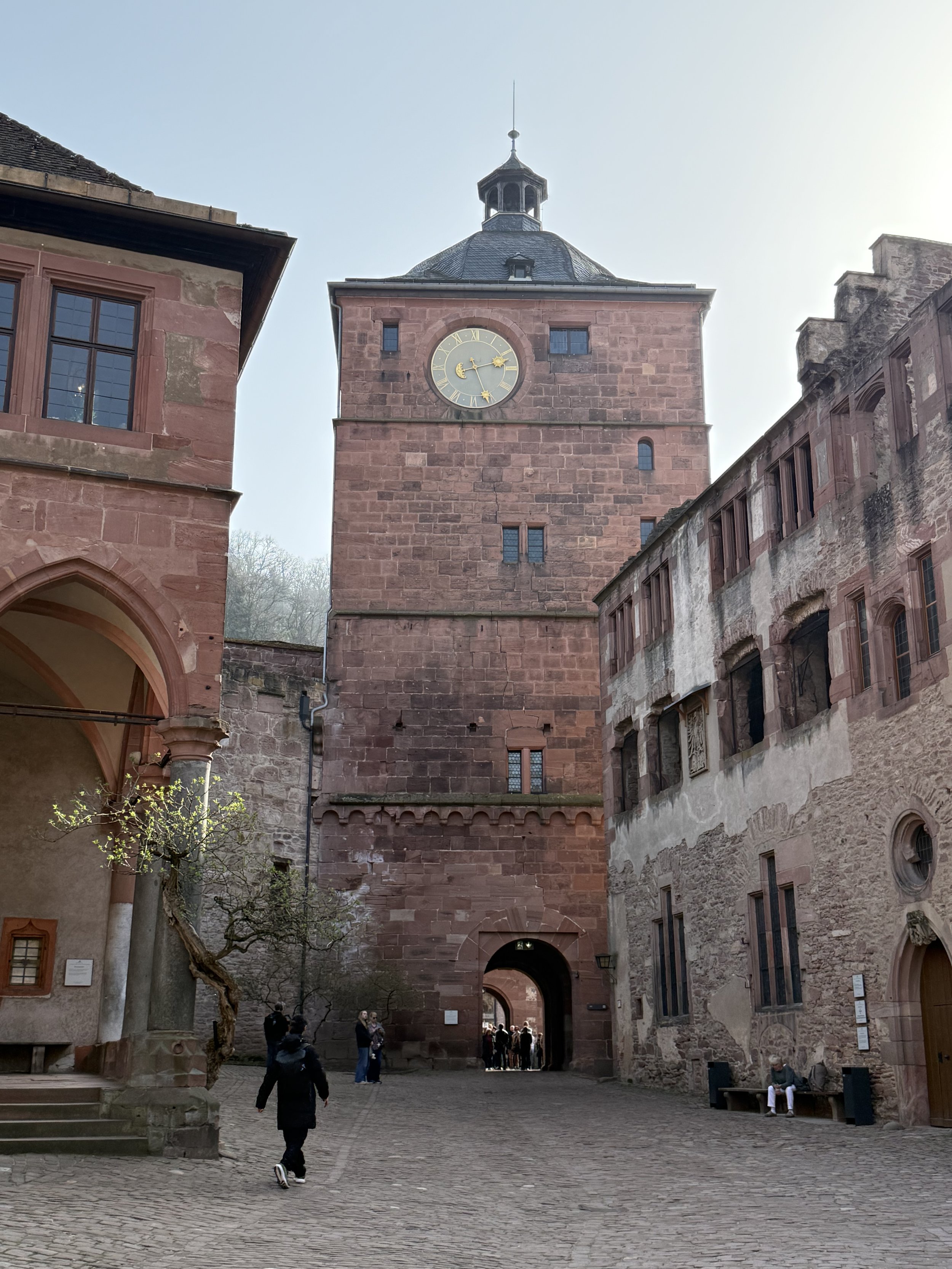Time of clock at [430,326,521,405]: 2:26
